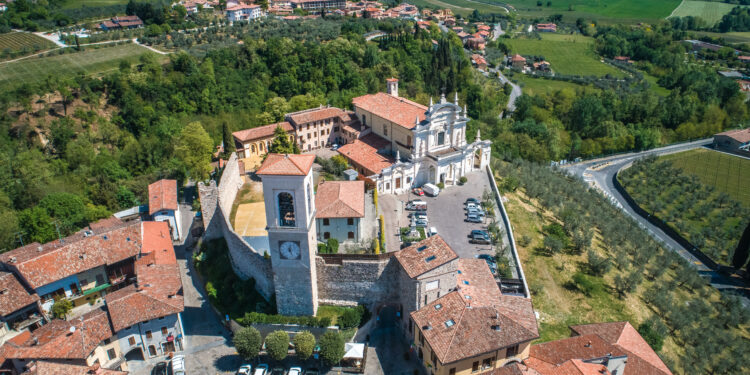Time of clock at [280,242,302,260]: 12:26
